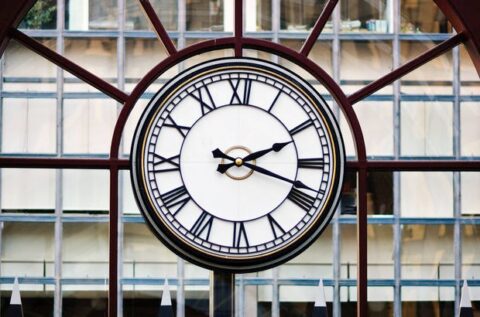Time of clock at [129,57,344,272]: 2:18
